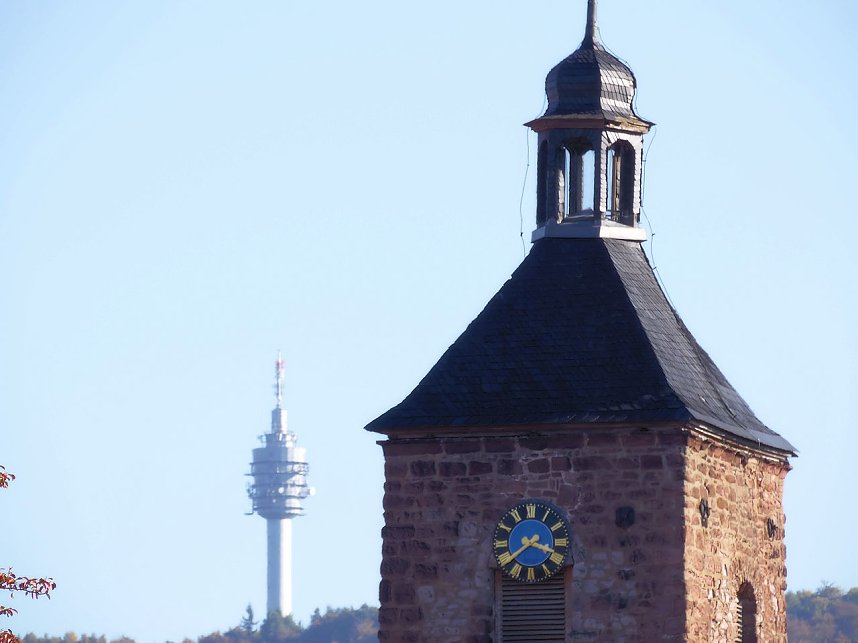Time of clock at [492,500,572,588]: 3:38
